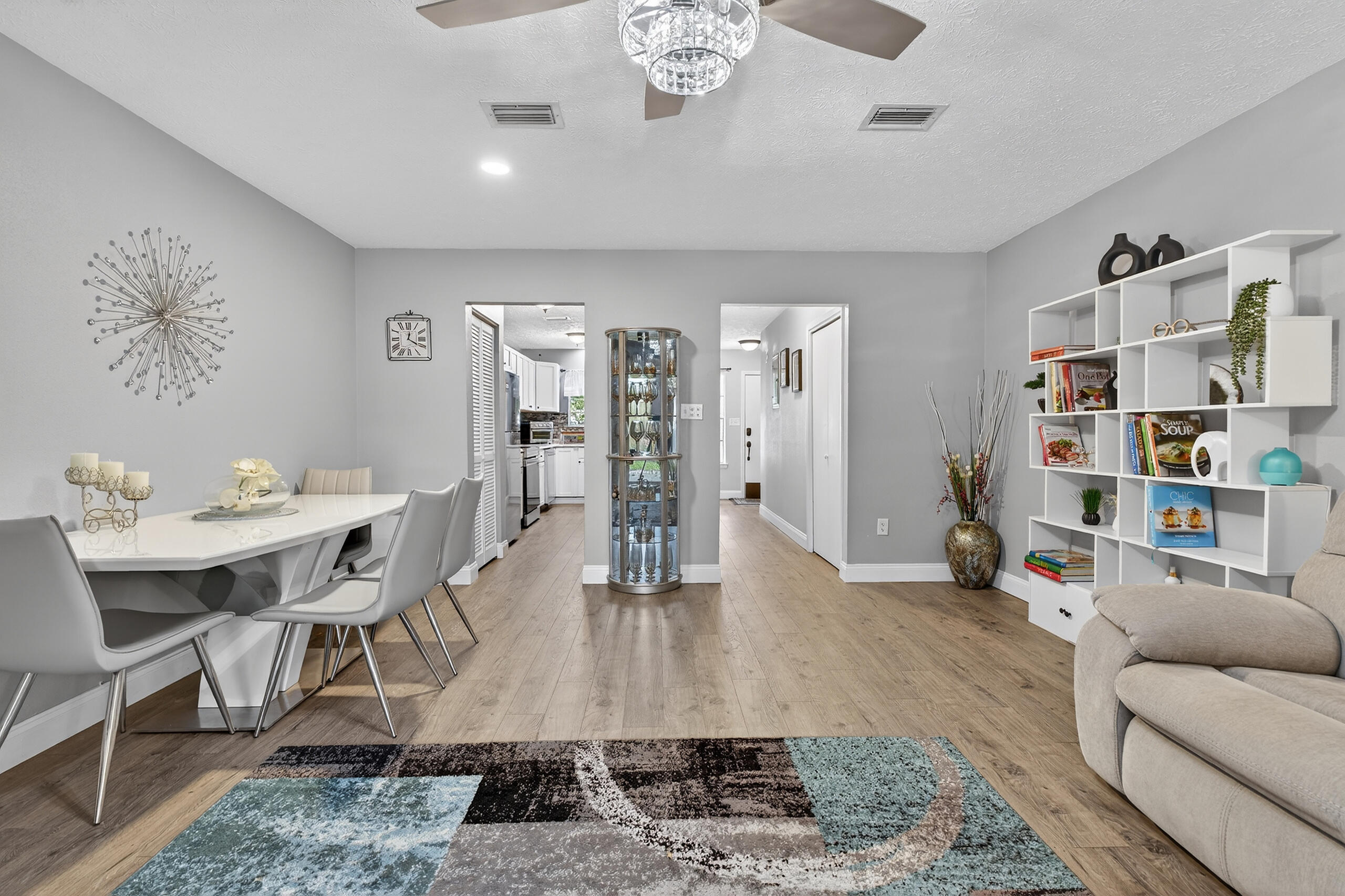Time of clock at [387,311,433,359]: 12:20
